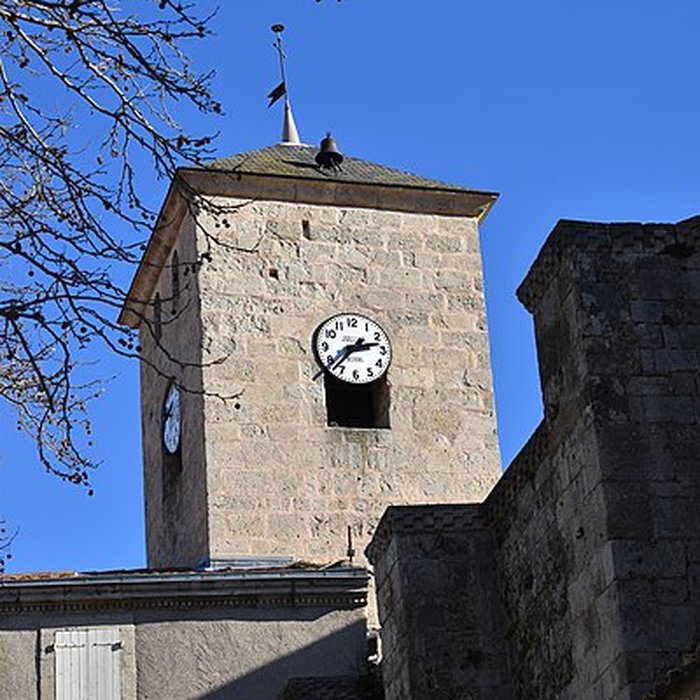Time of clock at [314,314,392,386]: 2:37
